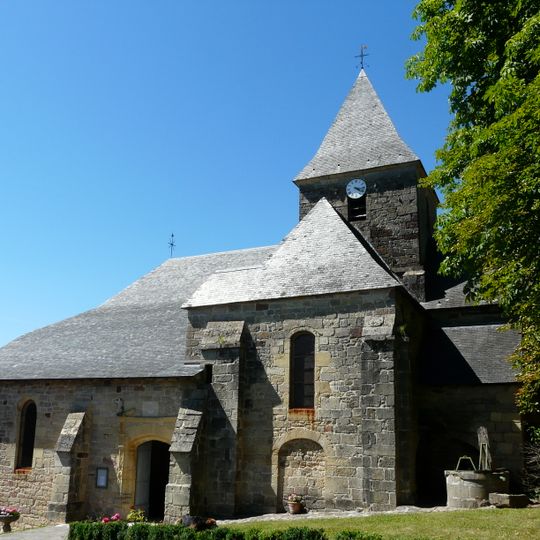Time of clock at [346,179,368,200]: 4:17
